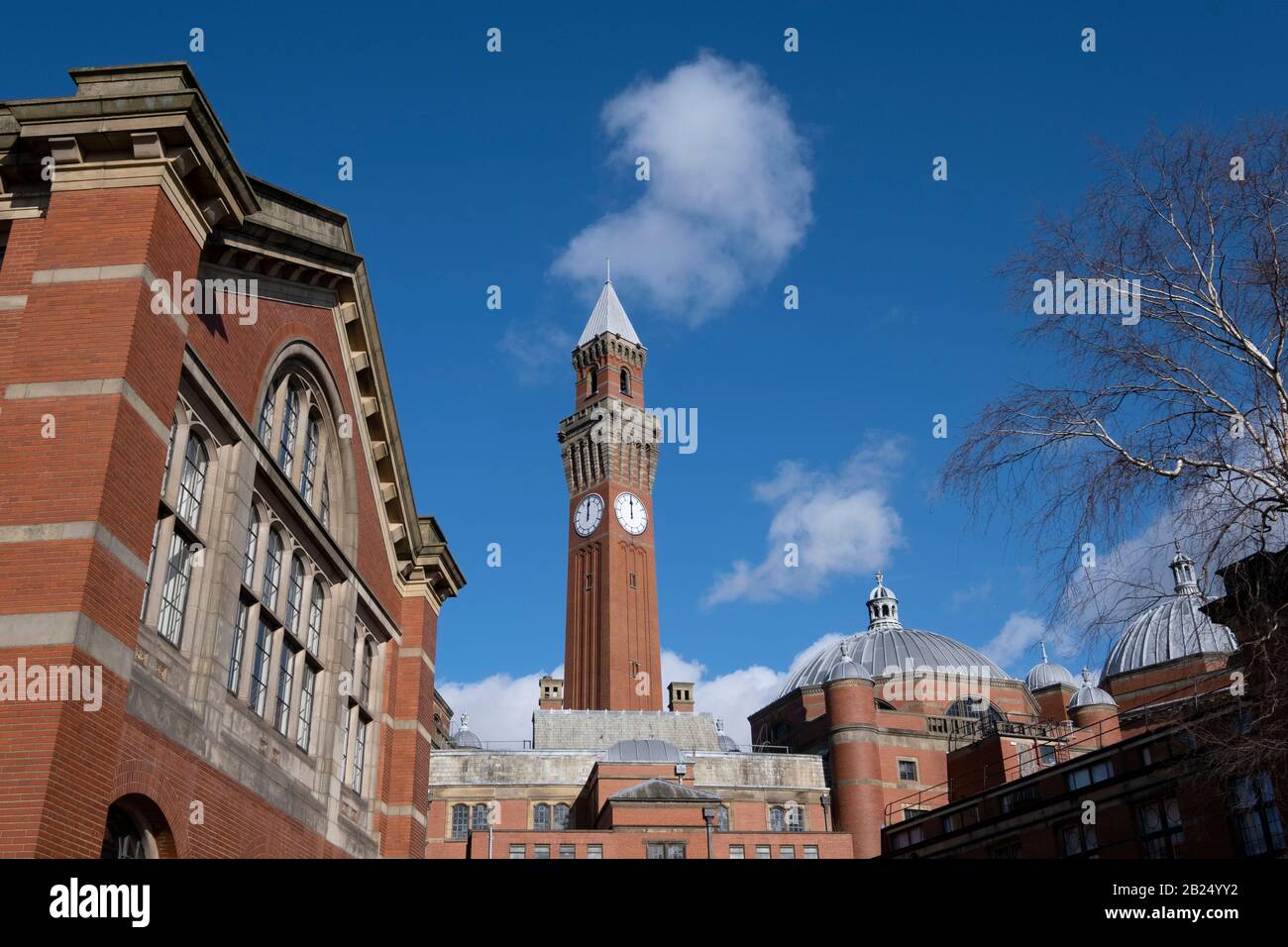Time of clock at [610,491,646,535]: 12:00
